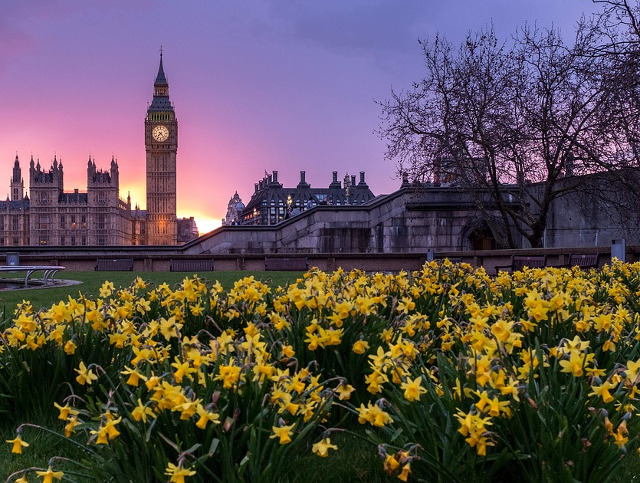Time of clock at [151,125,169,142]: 7:23
